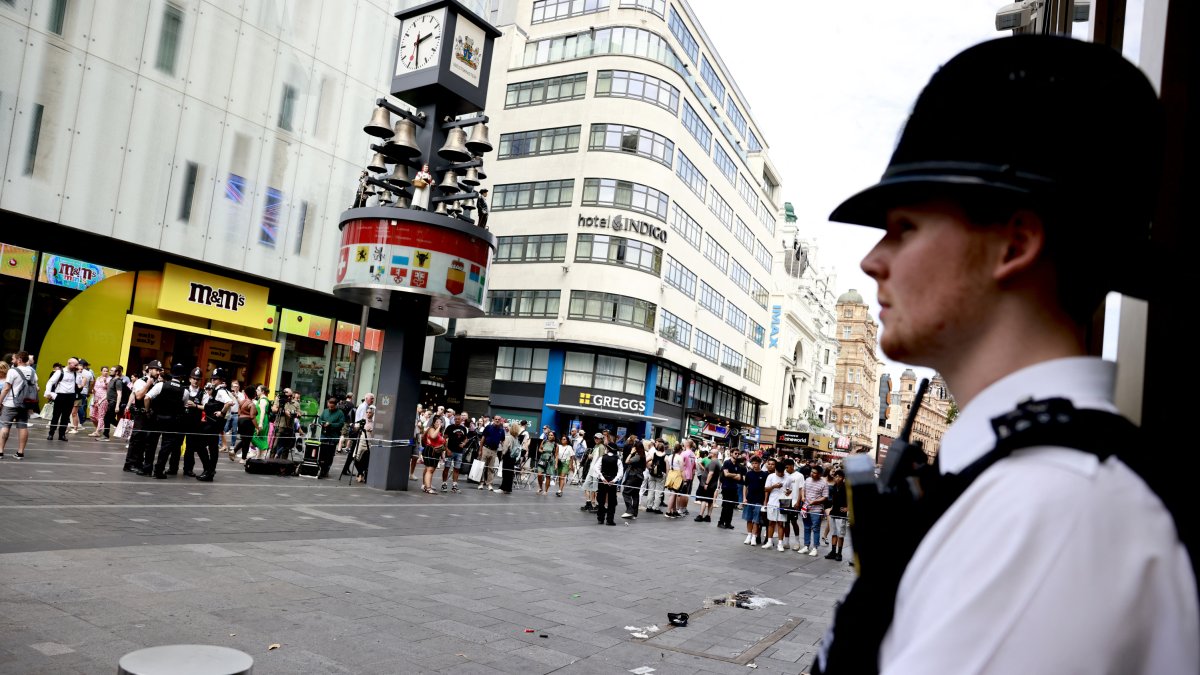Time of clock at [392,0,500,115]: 2:29
